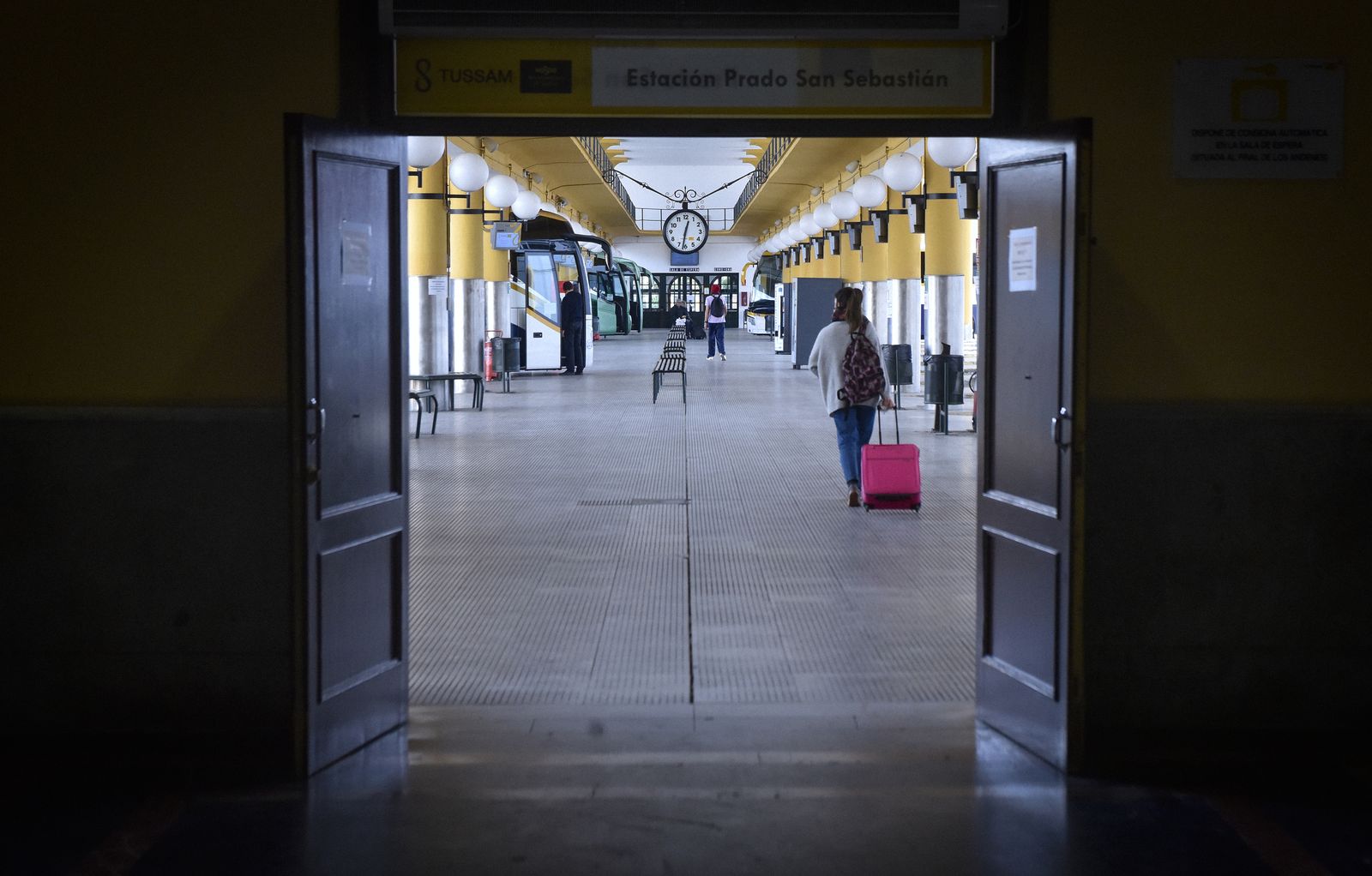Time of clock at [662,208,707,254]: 12:31
